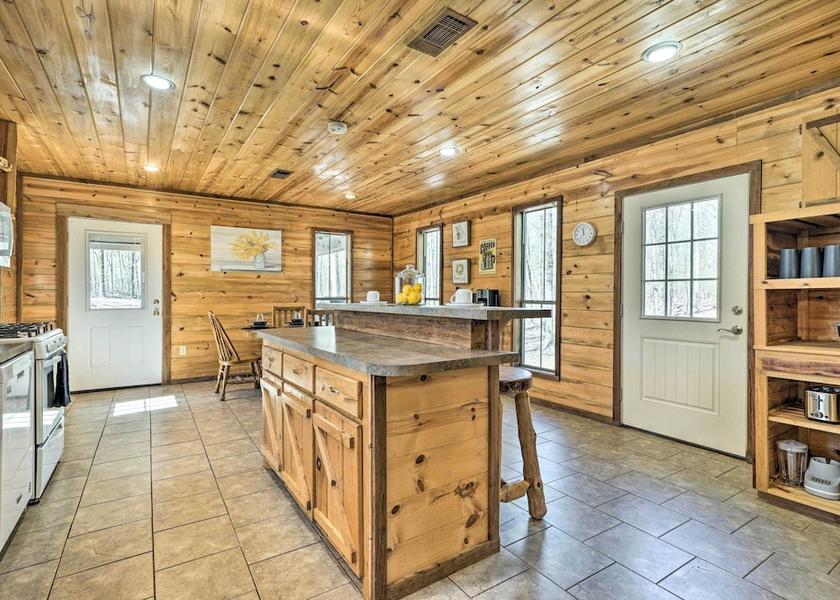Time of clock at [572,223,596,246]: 11:36
